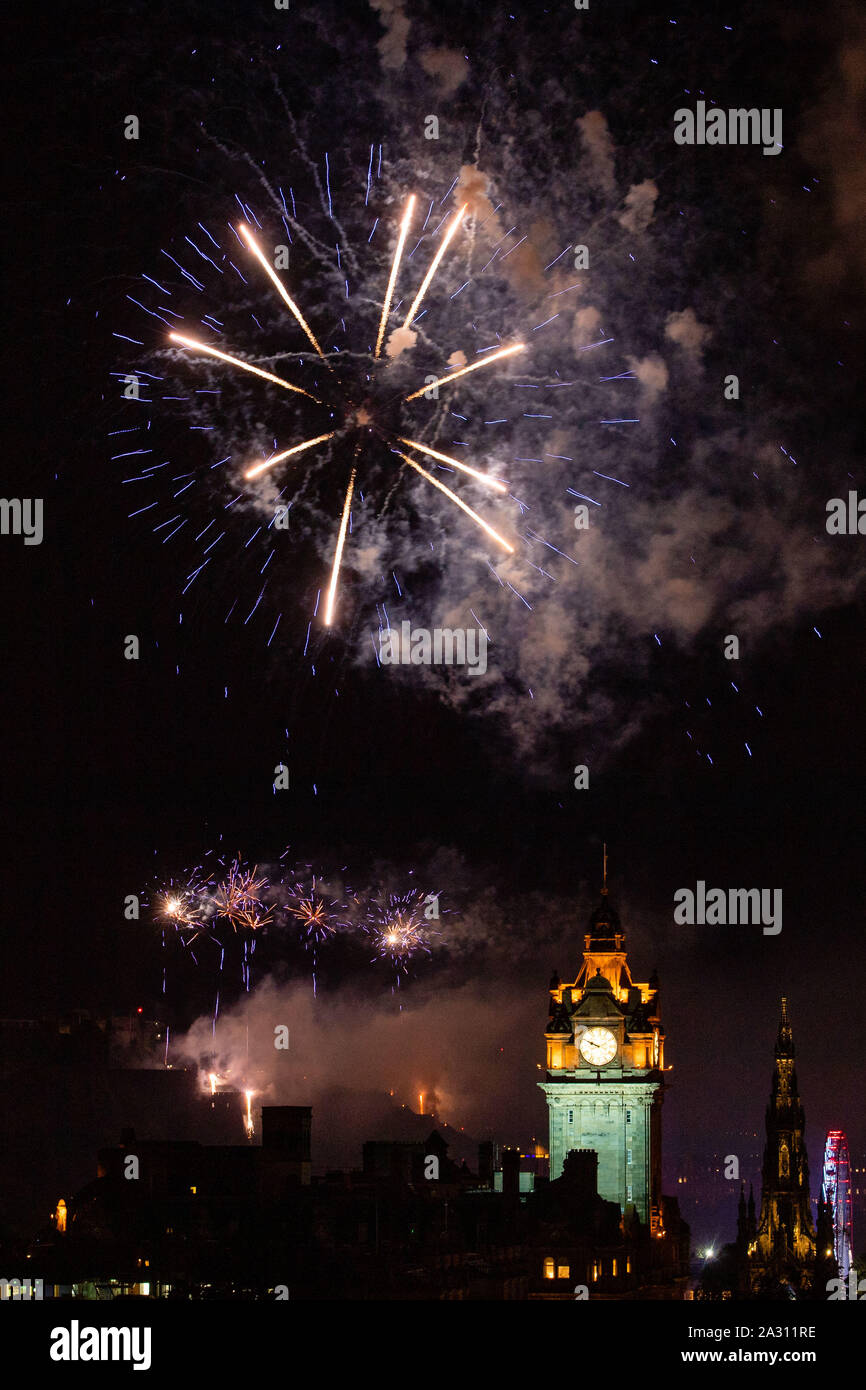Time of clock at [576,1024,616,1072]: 9:48
